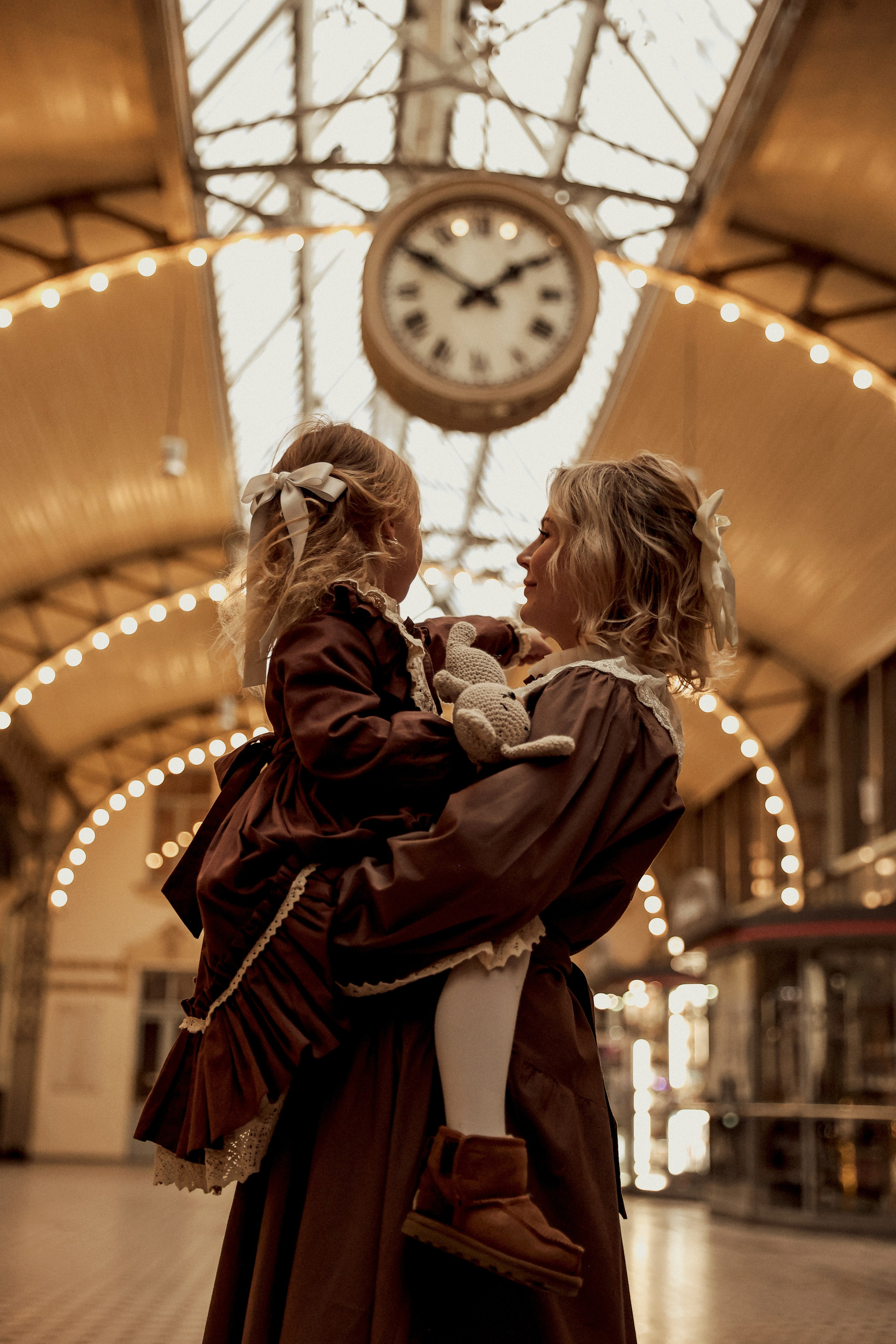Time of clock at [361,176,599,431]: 1:50
